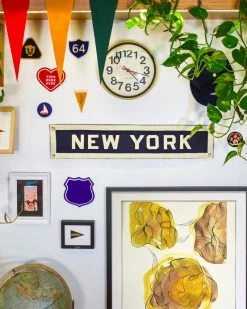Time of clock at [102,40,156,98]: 4:17
